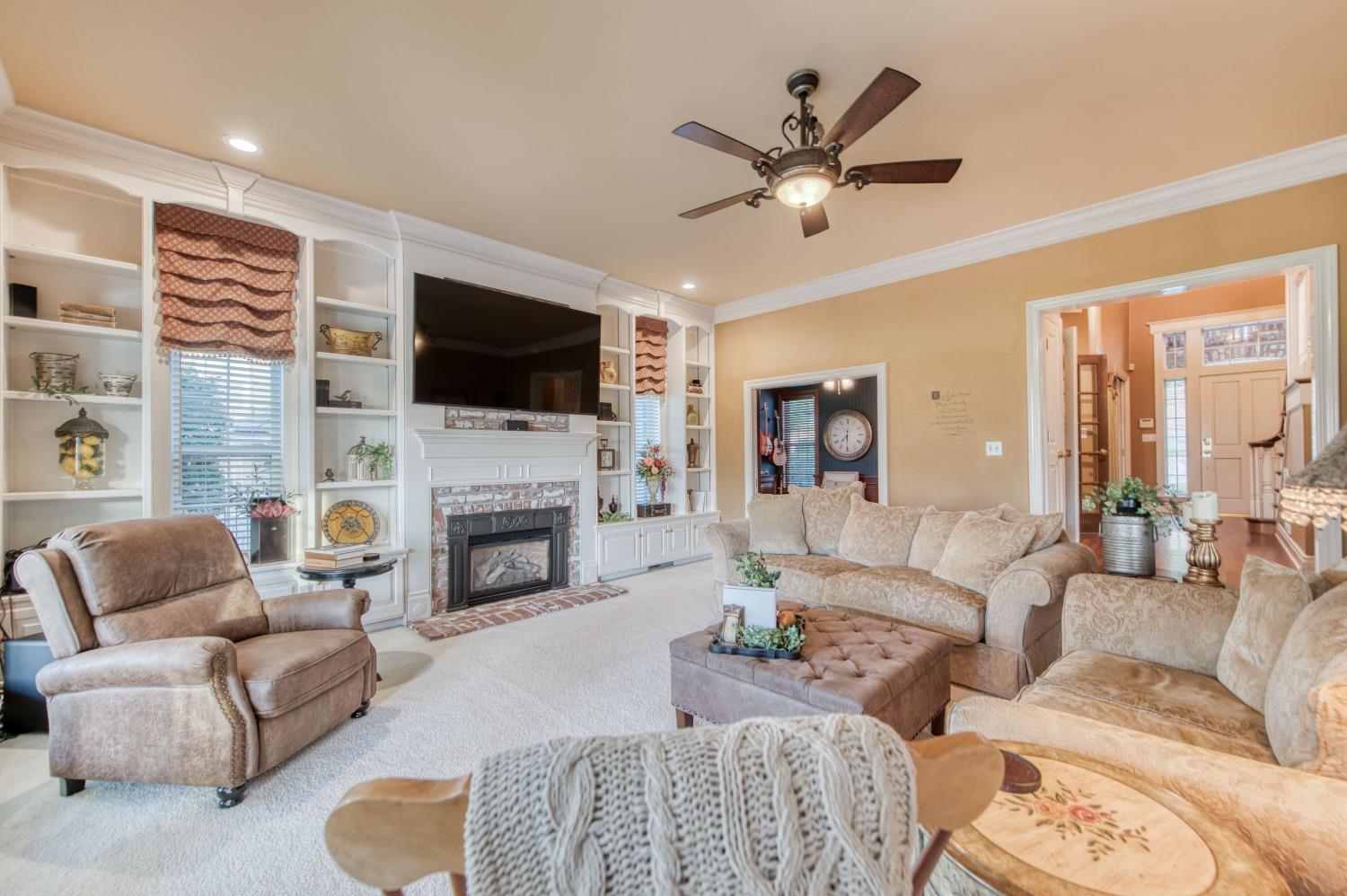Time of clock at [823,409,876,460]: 7:30
